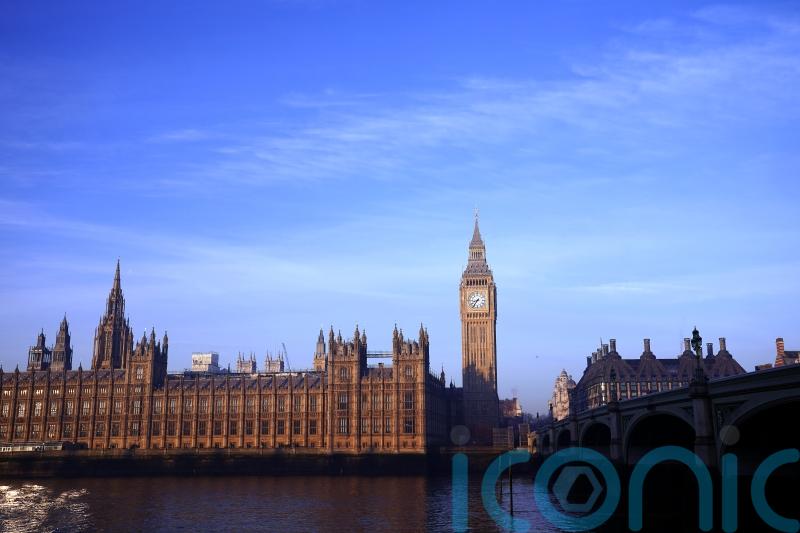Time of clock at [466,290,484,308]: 8:36
